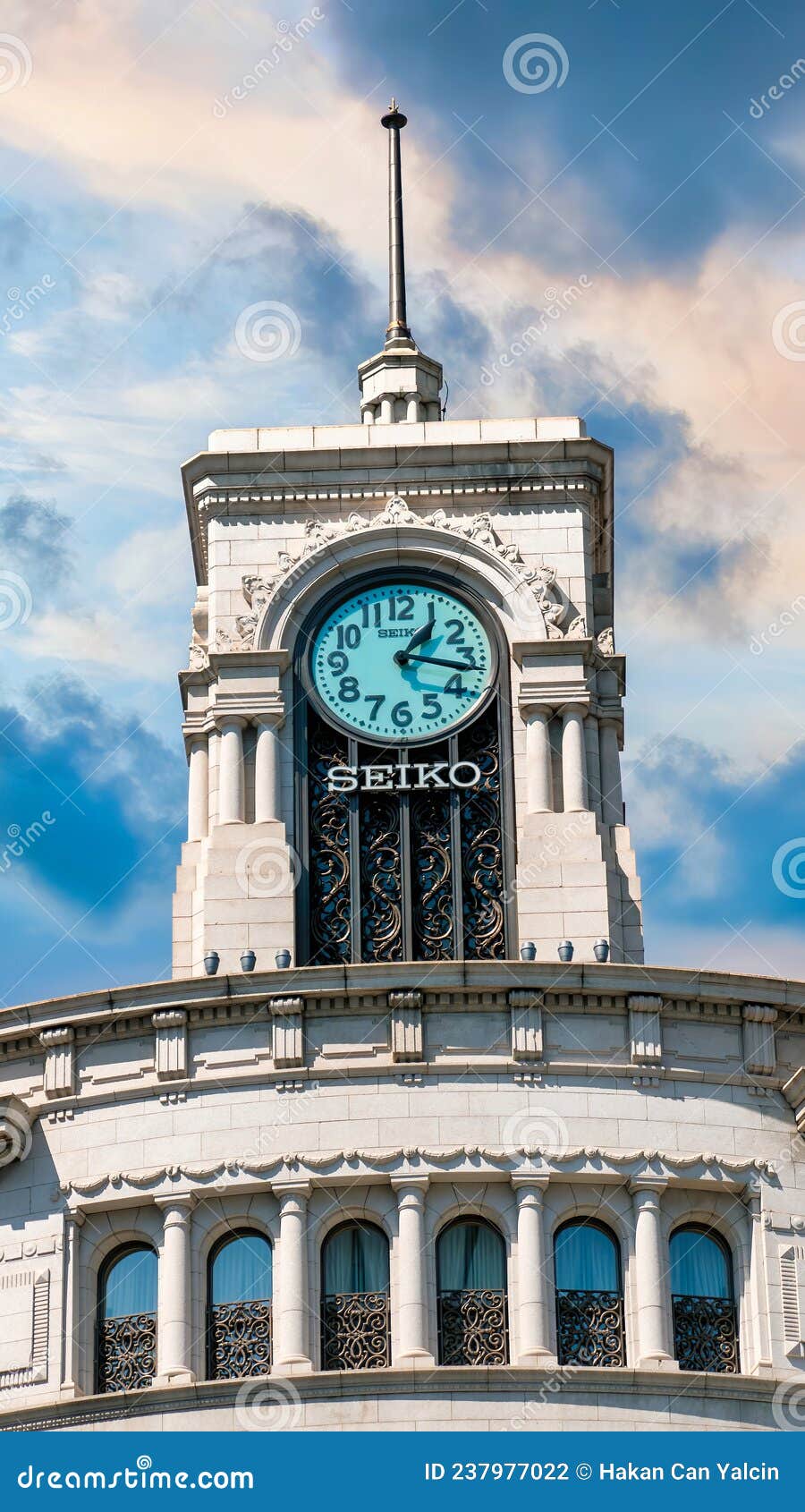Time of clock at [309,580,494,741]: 1:16
